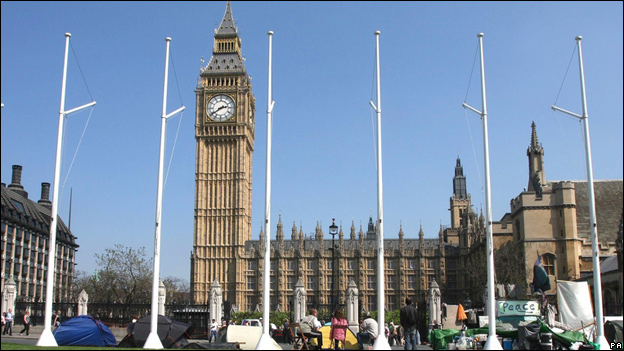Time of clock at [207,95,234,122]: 2:39
